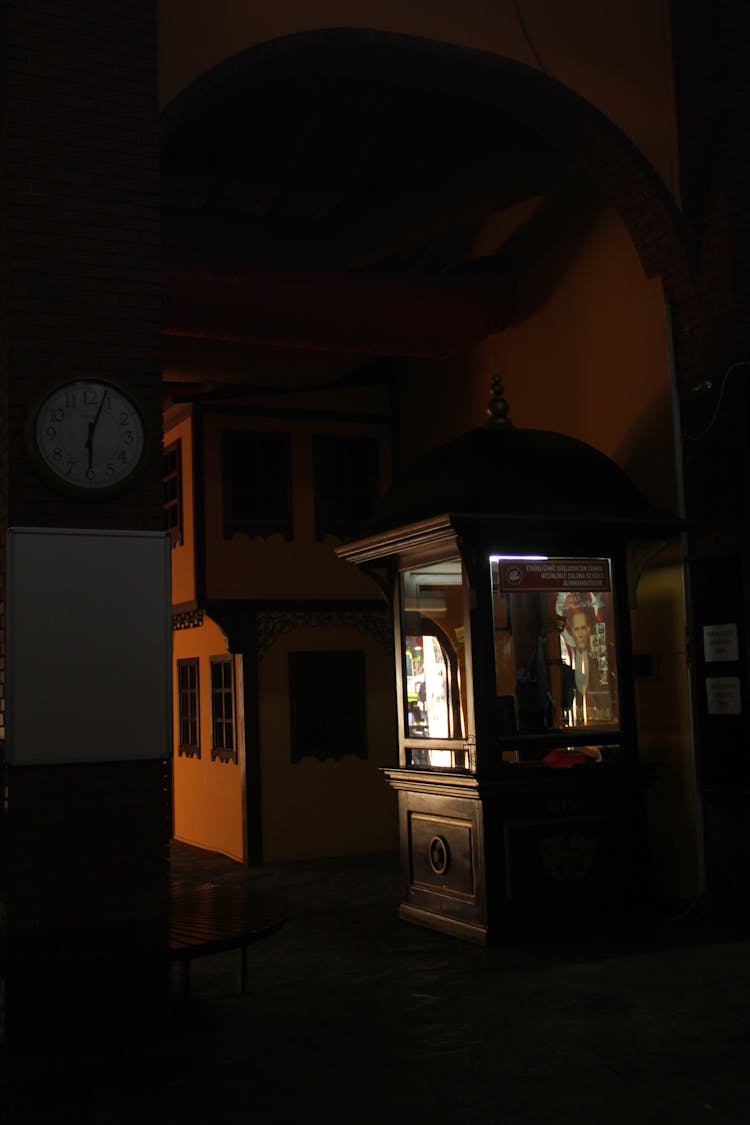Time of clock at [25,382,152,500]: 6:03
